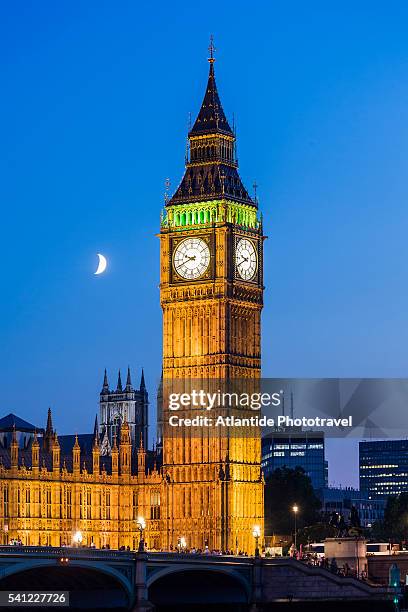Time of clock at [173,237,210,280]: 9:41
